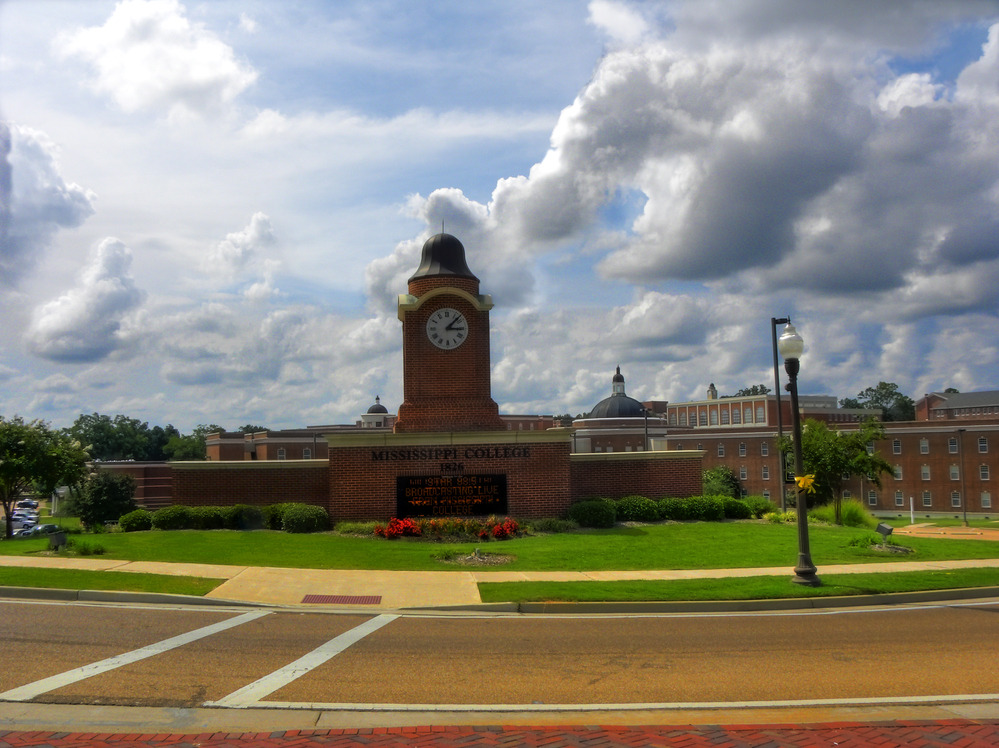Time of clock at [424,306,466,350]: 3:07
